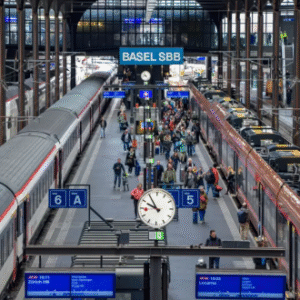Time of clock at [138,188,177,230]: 9:54
